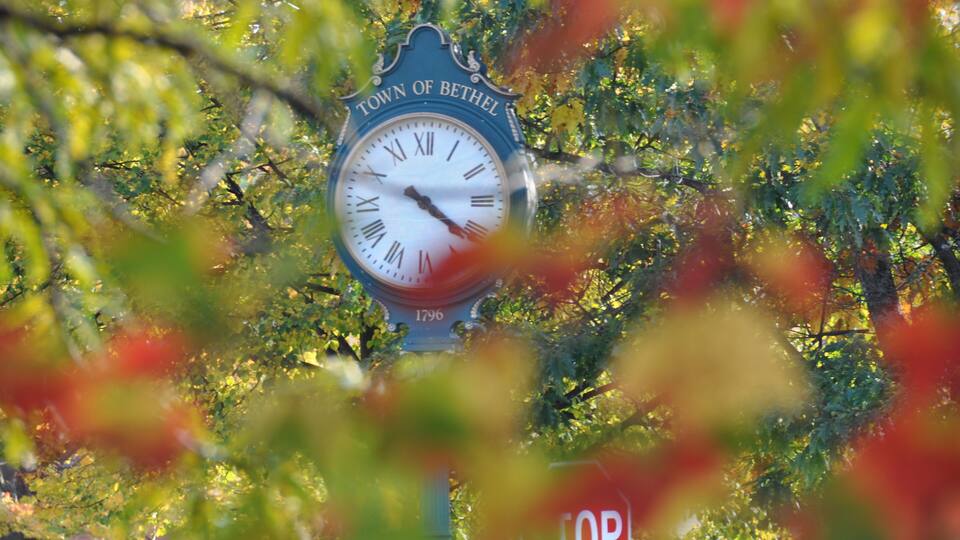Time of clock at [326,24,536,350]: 4:14
